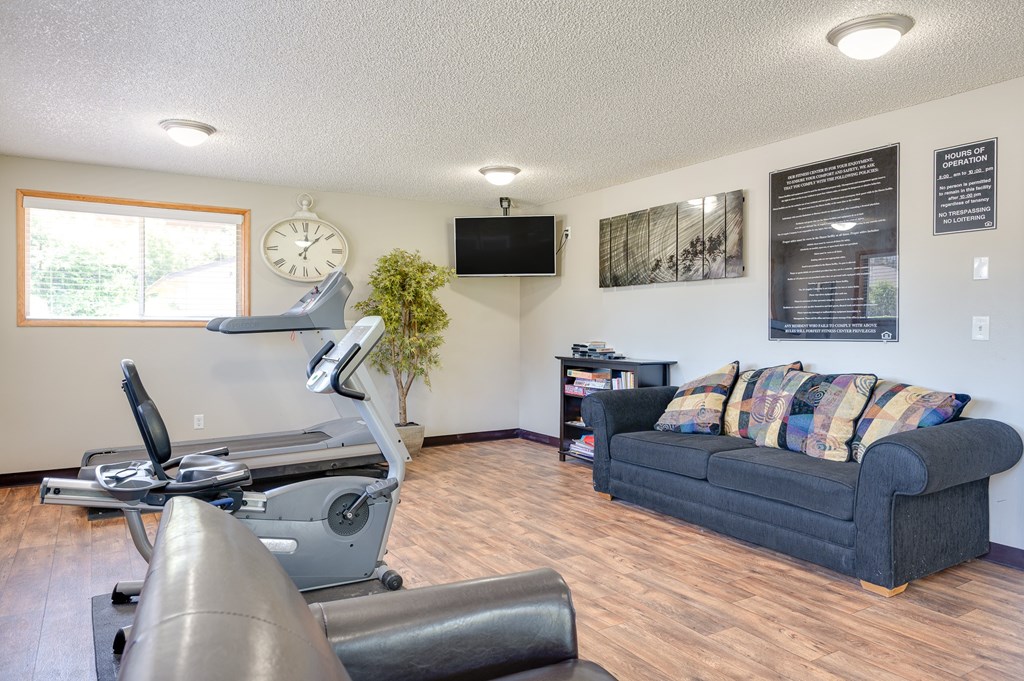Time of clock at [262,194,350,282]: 12:07
